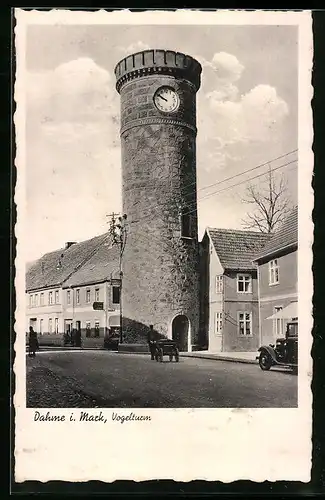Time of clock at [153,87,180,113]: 9:50
